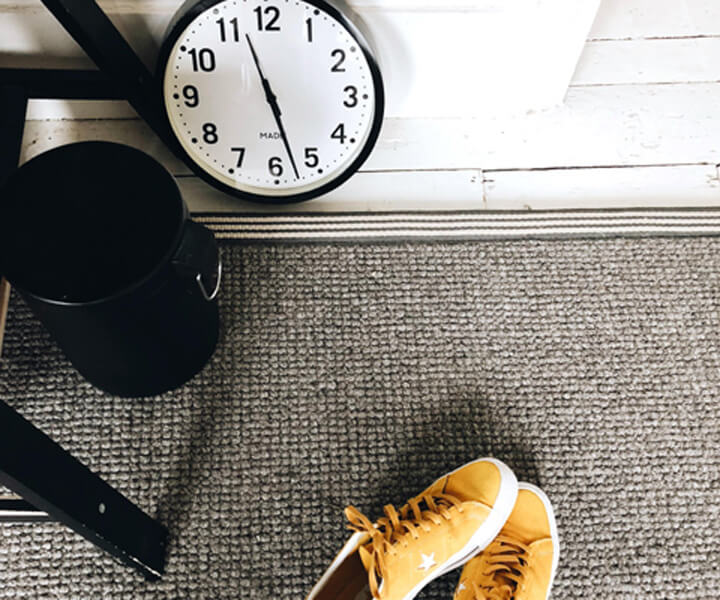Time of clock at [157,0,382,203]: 11:27
